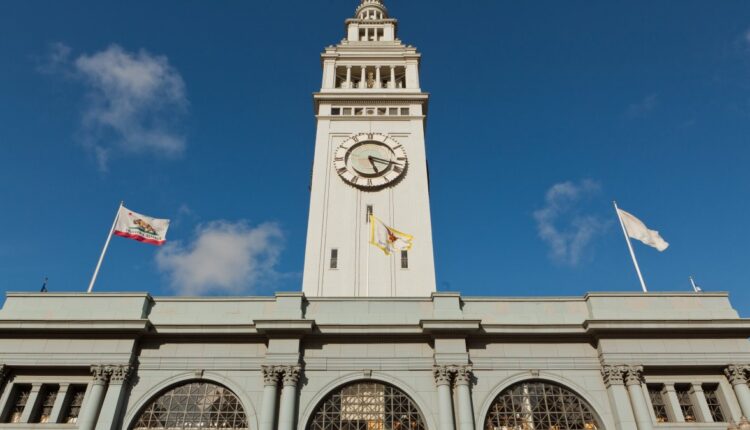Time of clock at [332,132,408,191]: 5:18
